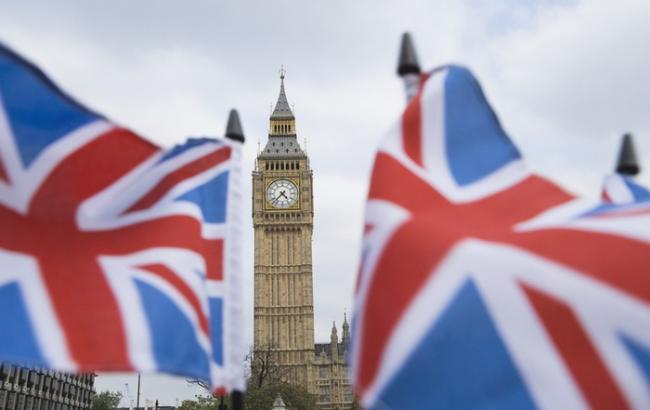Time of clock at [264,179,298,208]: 4:37
